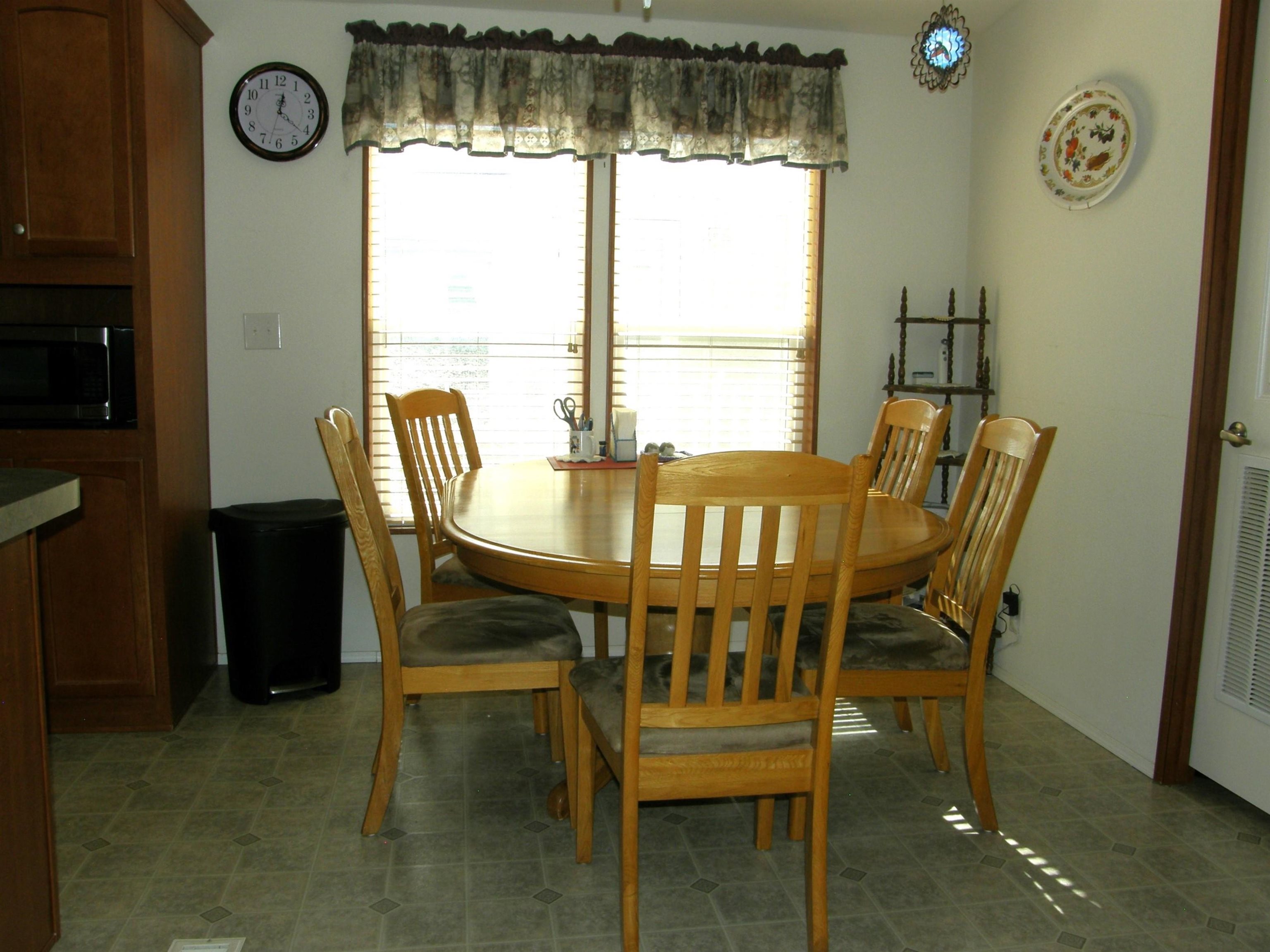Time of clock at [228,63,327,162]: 12:21
